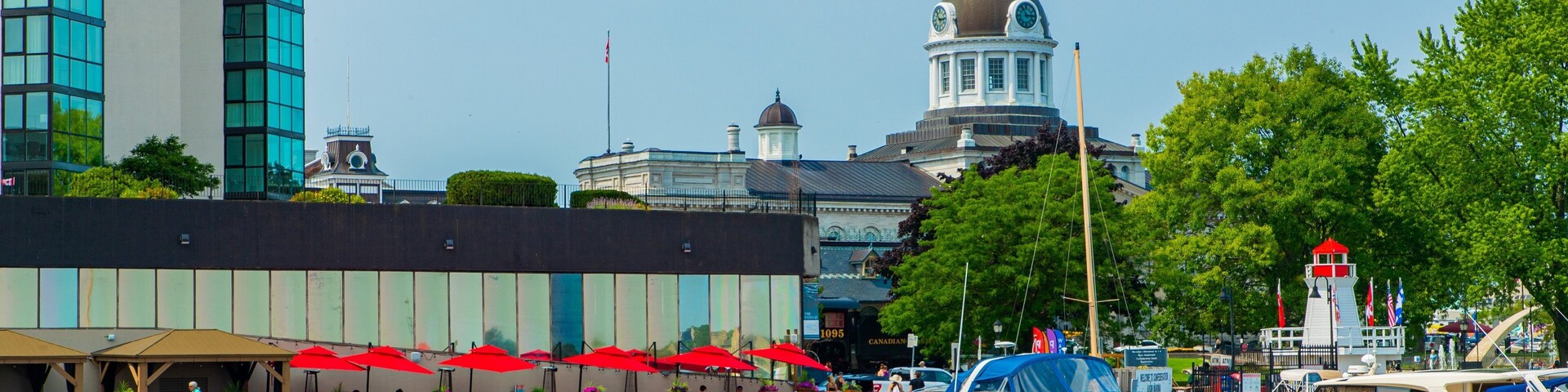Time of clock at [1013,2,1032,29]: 2:54
